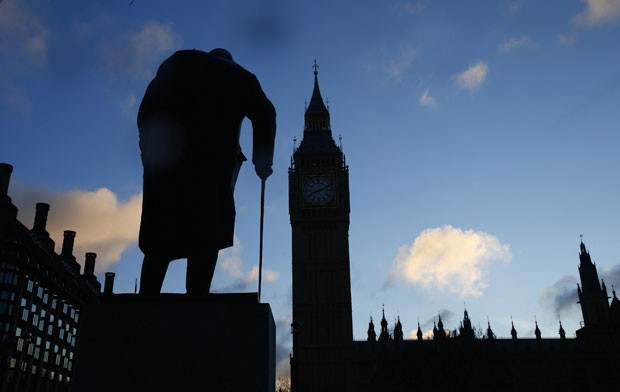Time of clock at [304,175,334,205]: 8:11
